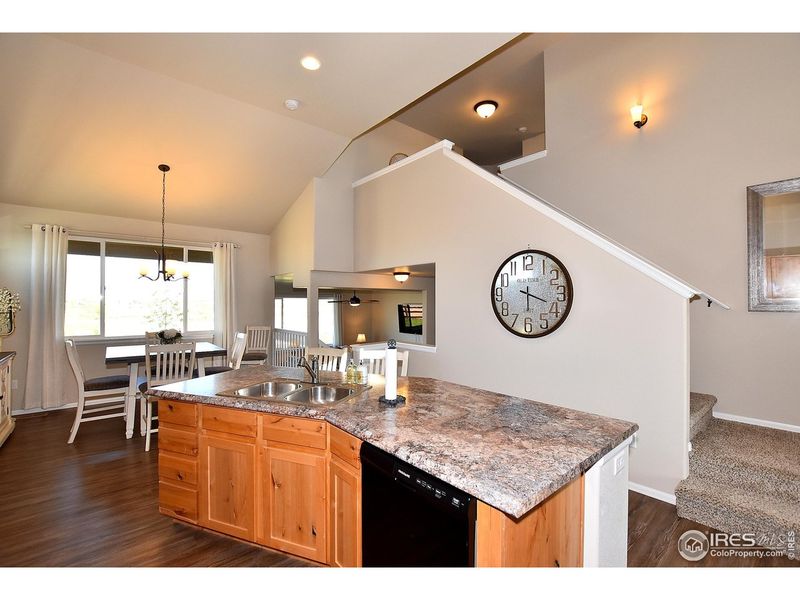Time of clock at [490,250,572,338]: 6:18
